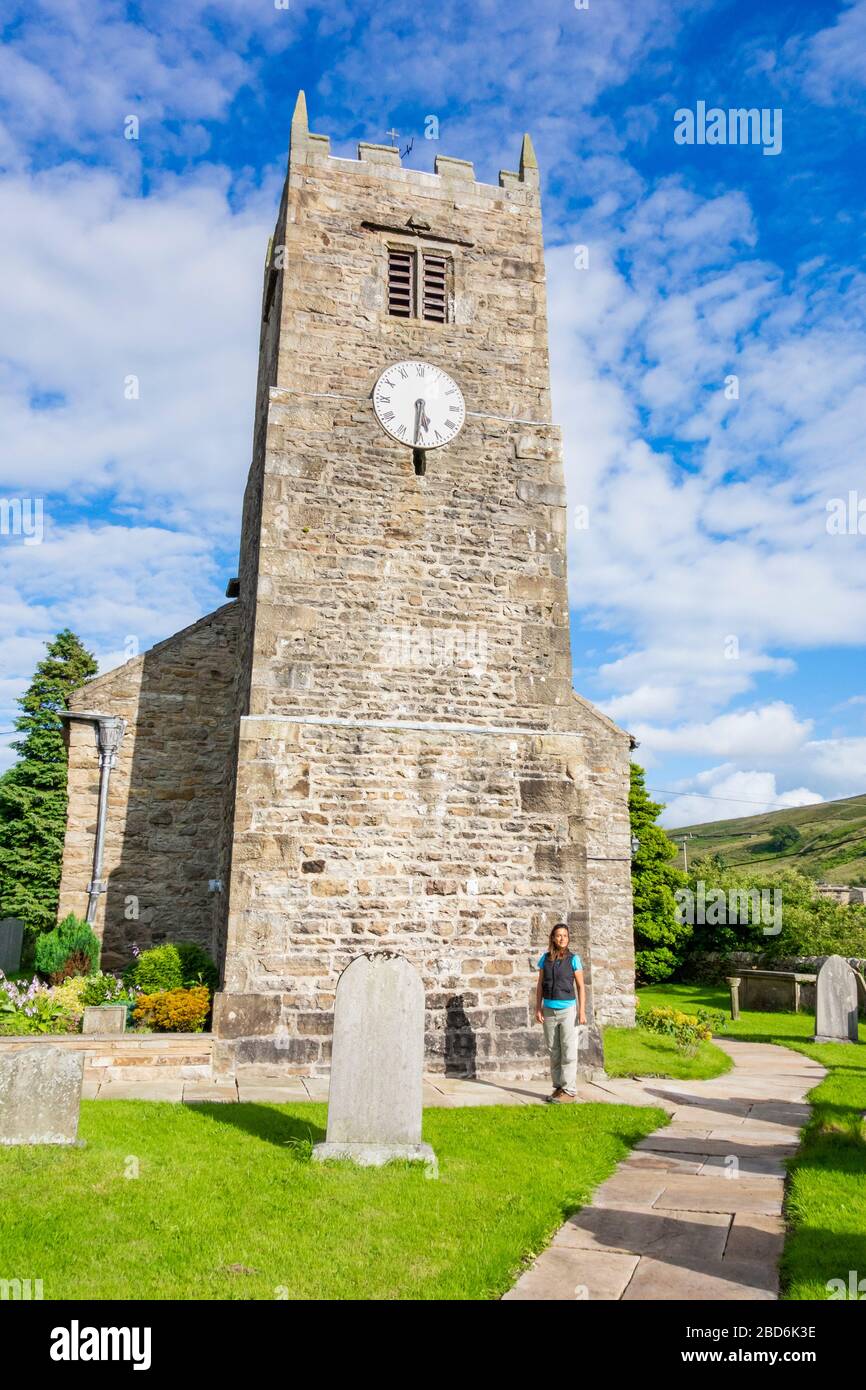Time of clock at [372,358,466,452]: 5:30
